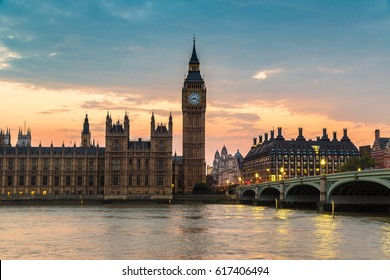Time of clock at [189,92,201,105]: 8:18
